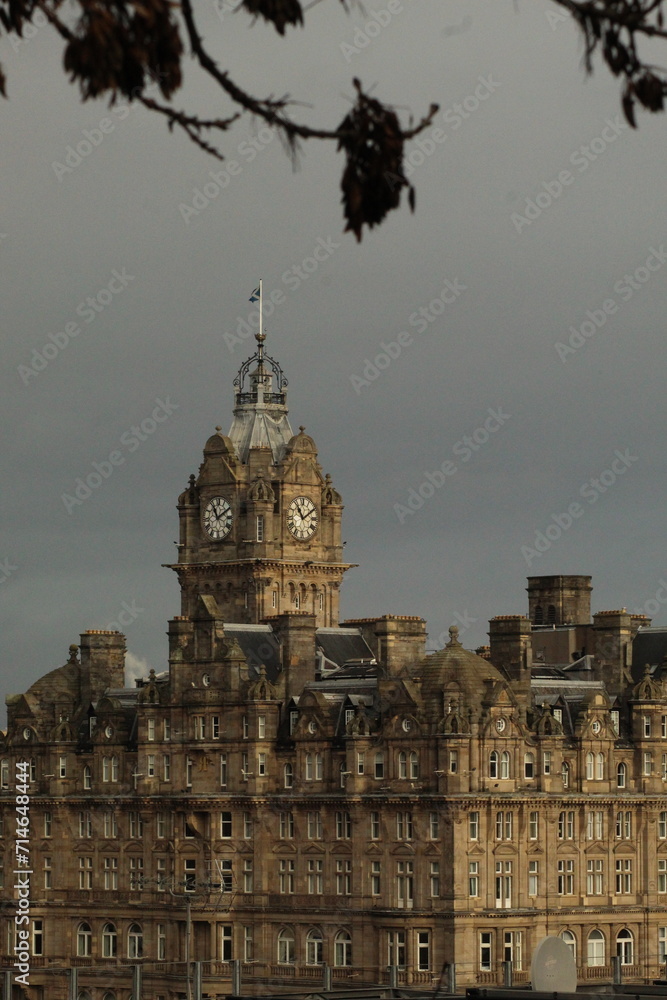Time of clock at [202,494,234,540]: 11:09
